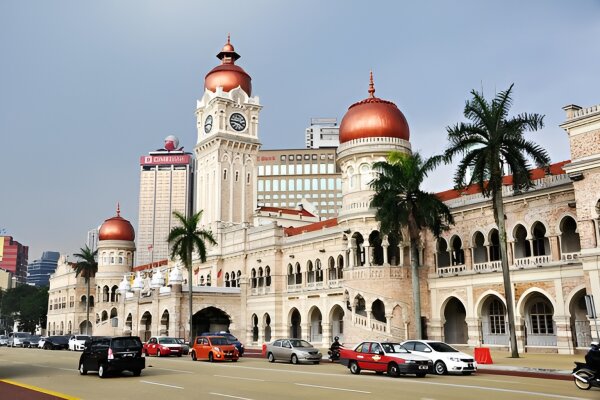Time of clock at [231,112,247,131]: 3:45
